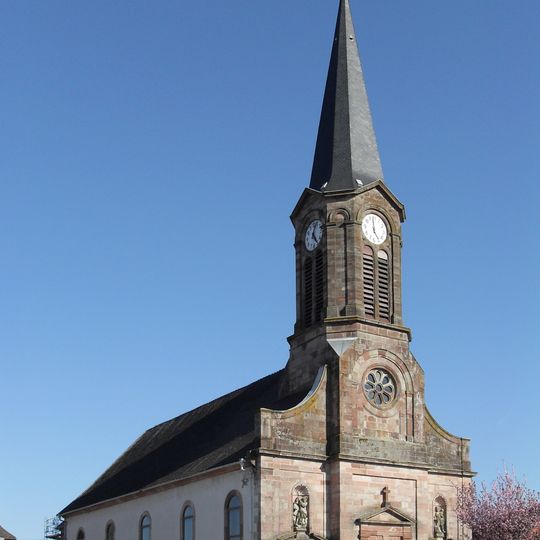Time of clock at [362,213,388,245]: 4:59
